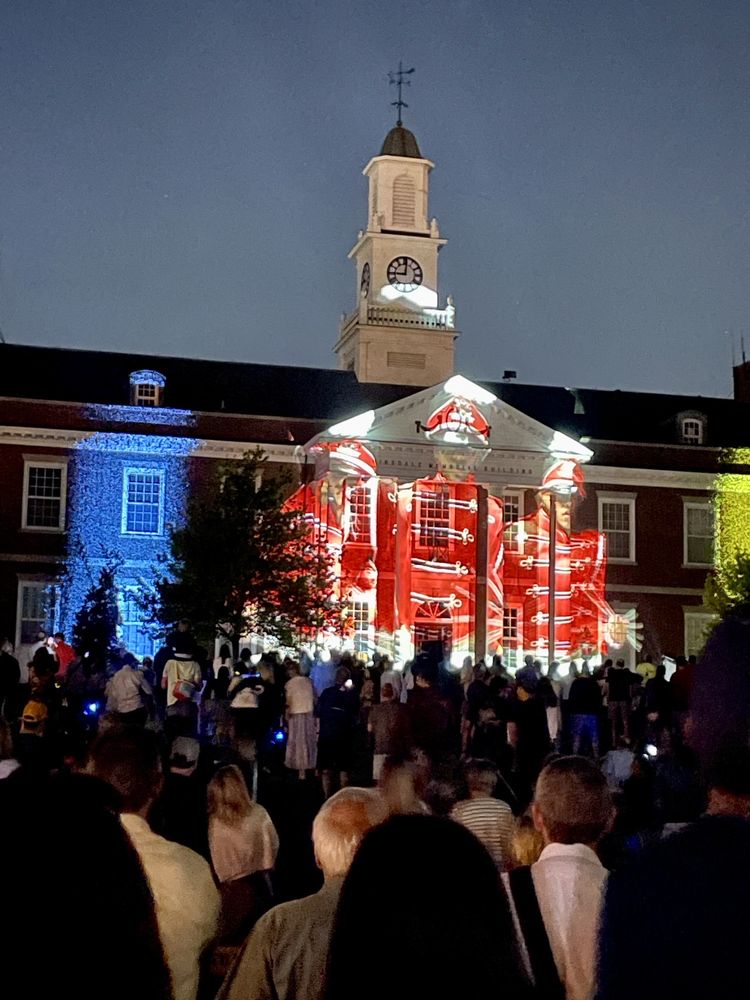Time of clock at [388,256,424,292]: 9:01
